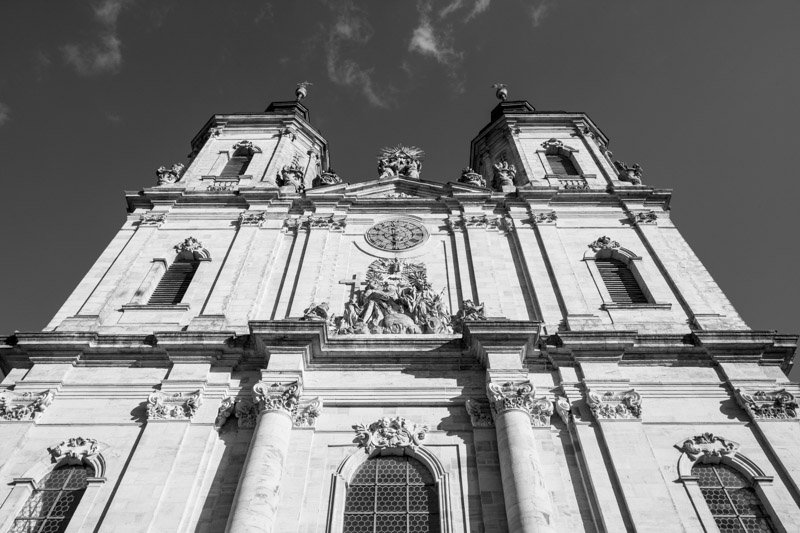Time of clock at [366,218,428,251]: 5:59
